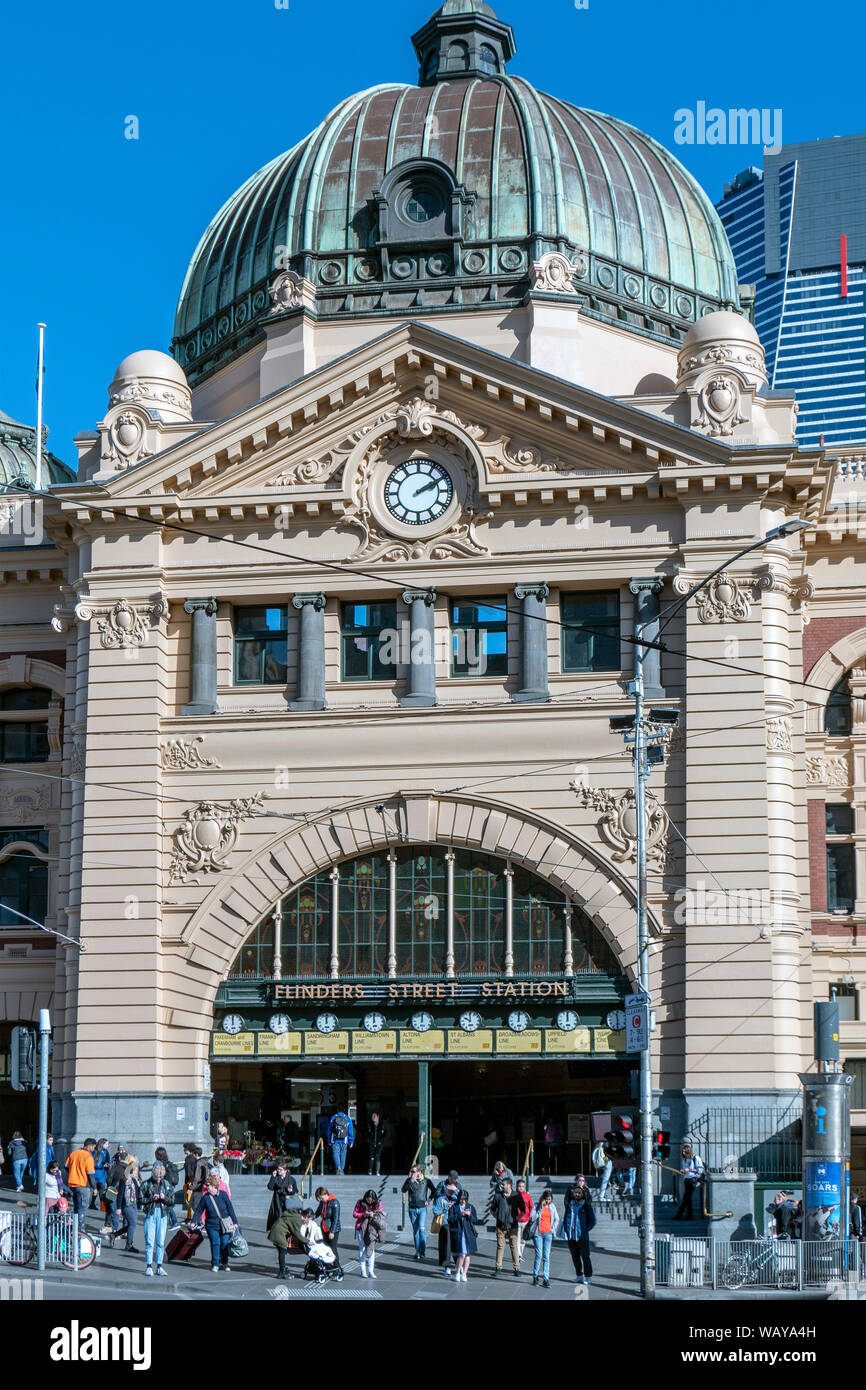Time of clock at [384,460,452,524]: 2:09
